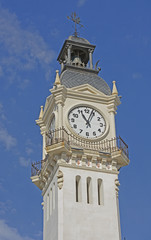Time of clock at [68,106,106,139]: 11:03
